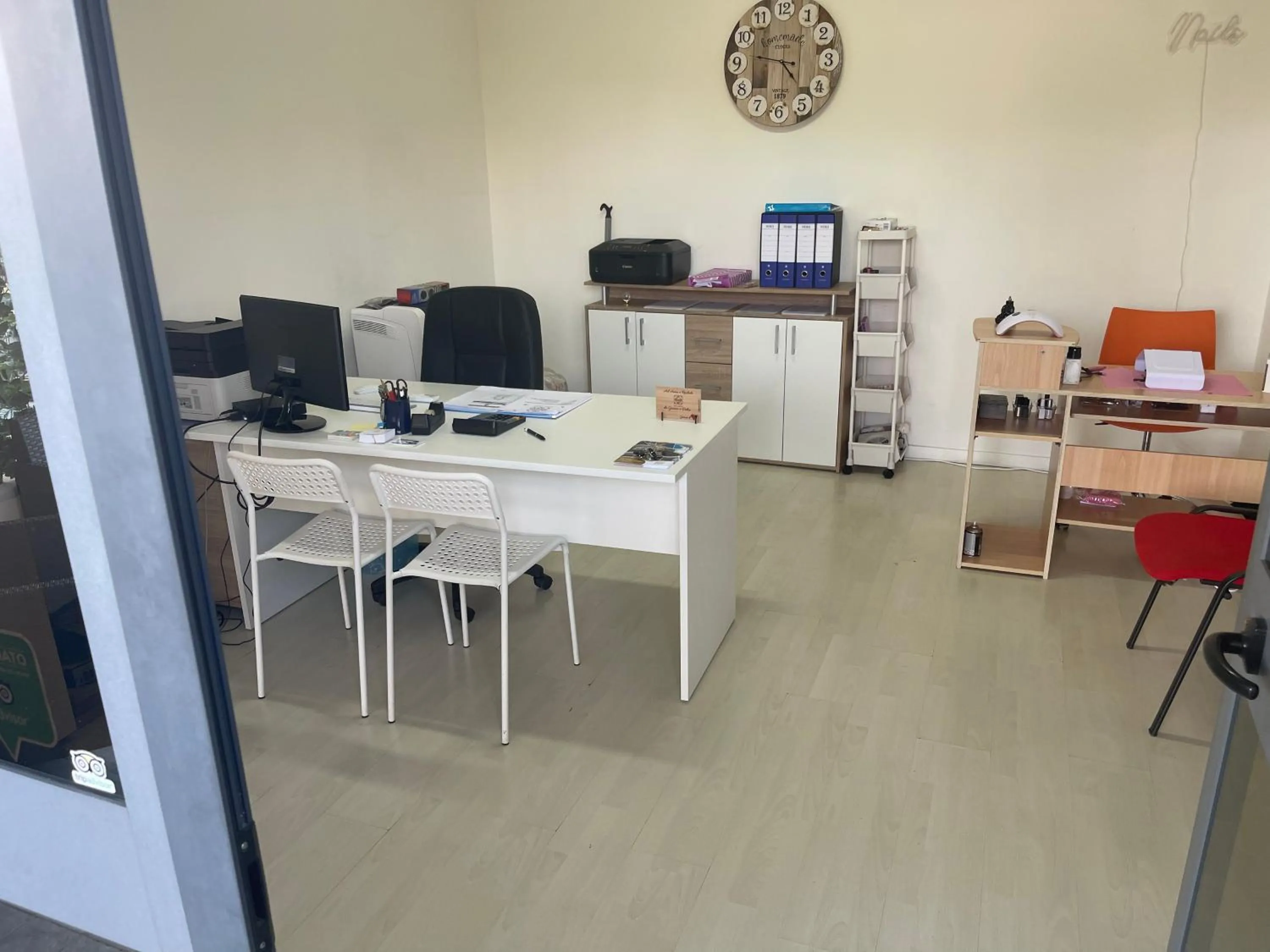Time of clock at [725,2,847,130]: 4:46
